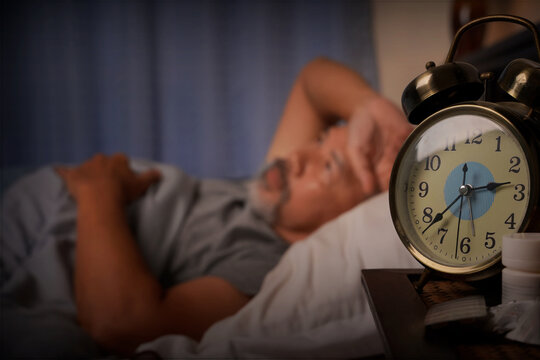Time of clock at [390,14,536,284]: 2:38
